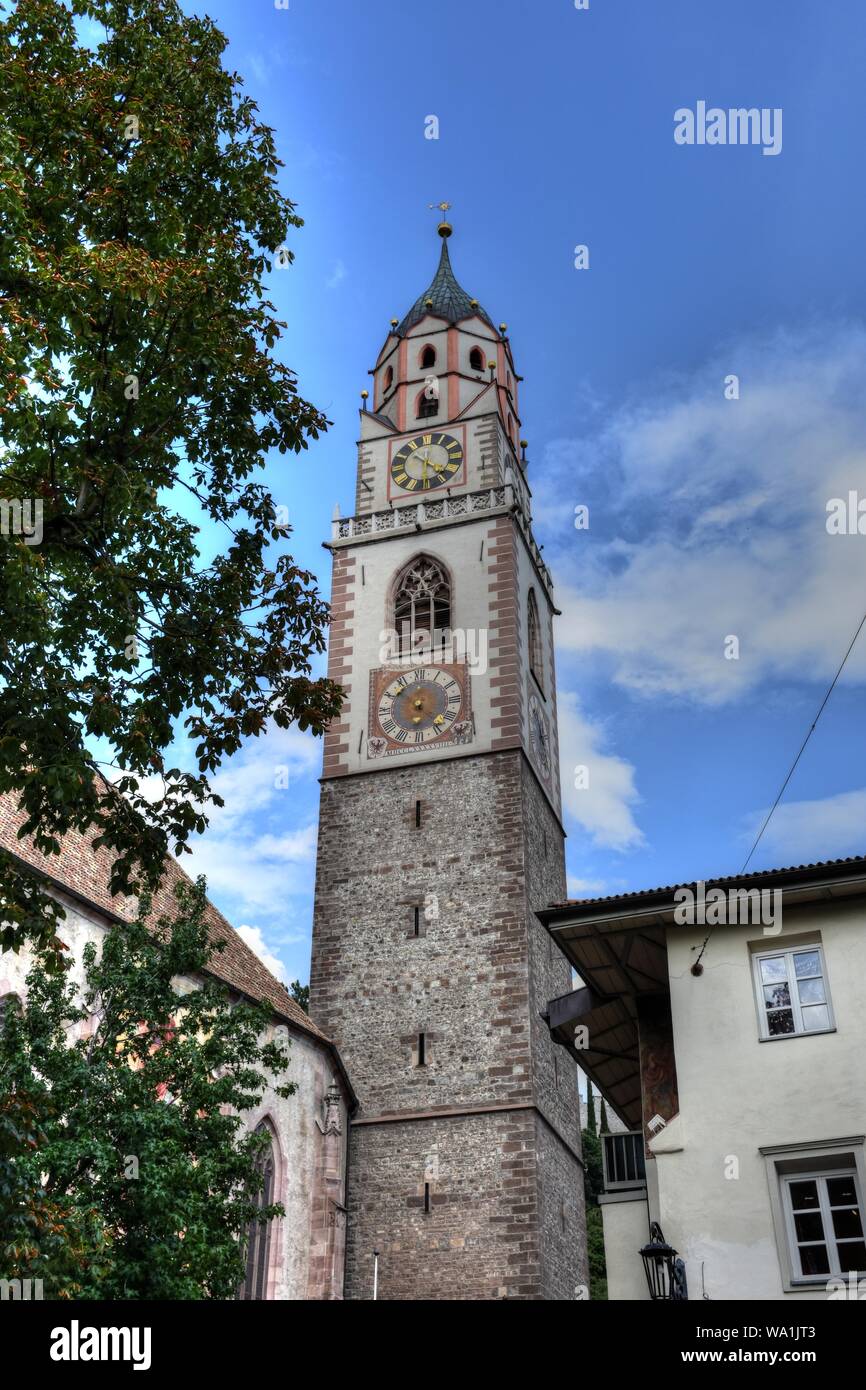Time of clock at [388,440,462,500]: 10:22
